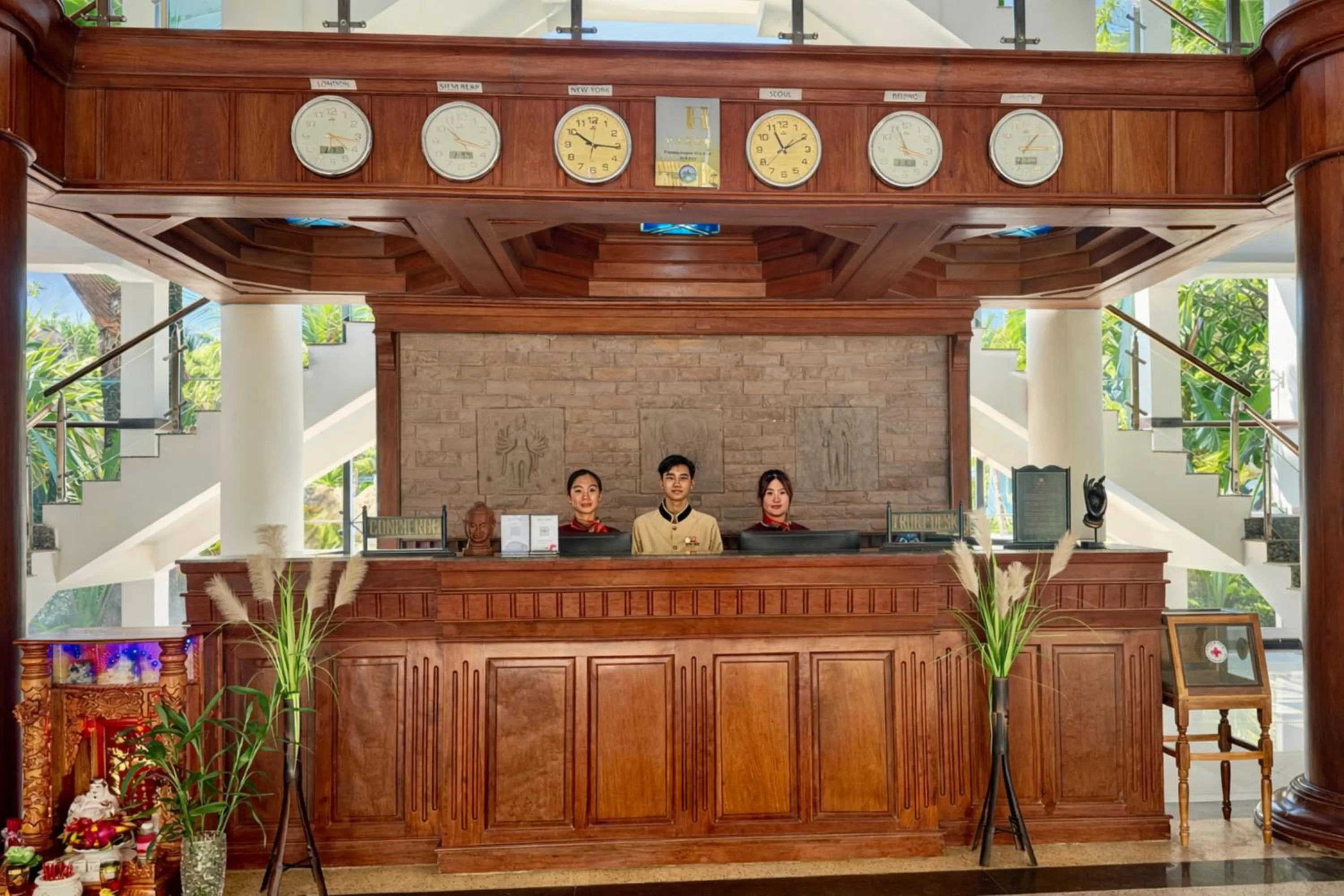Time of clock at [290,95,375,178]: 4:16
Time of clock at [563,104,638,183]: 10:15
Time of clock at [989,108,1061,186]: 1:15
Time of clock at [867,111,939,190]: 11:17
